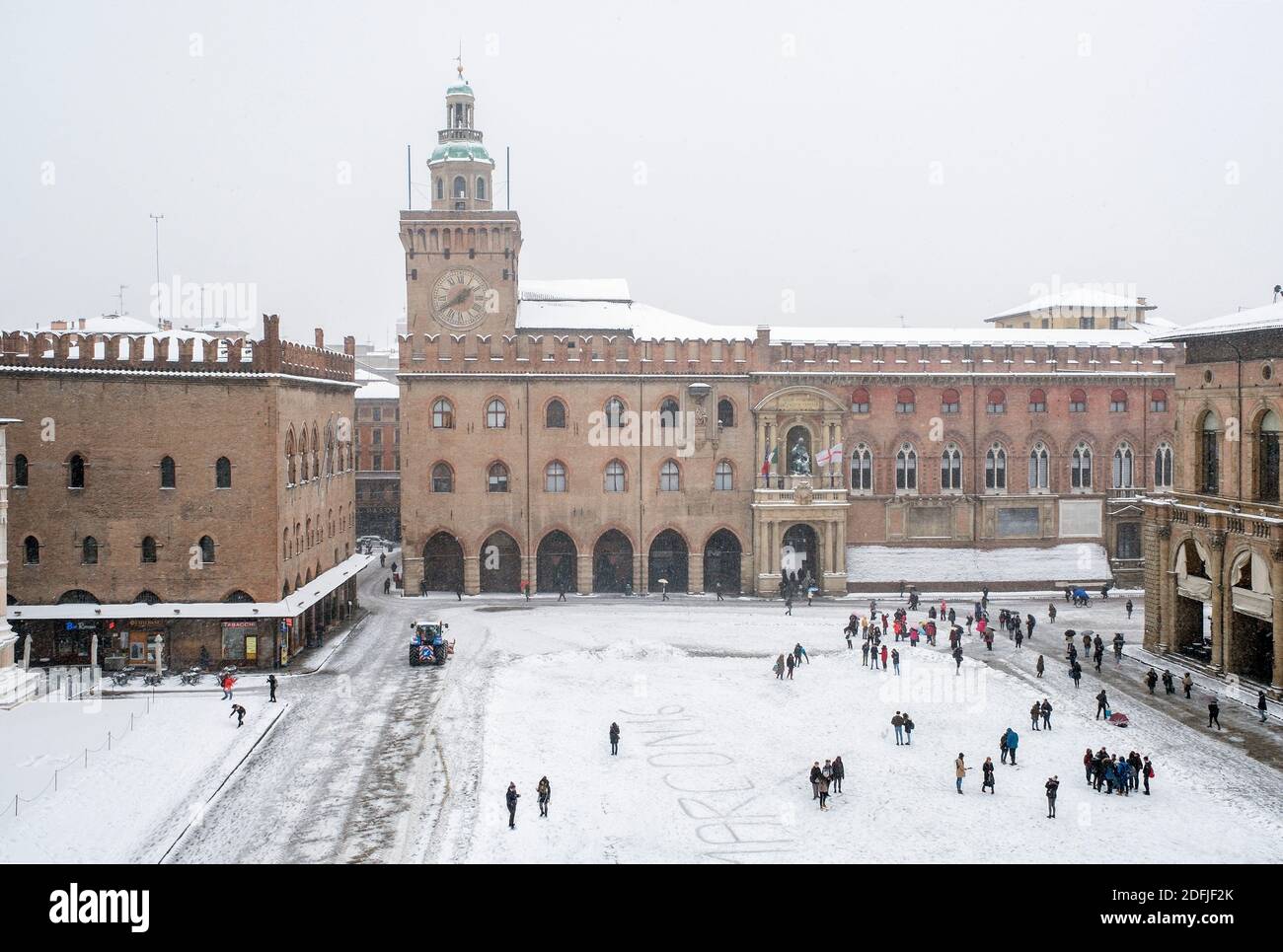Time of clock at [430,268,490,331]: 1:40
